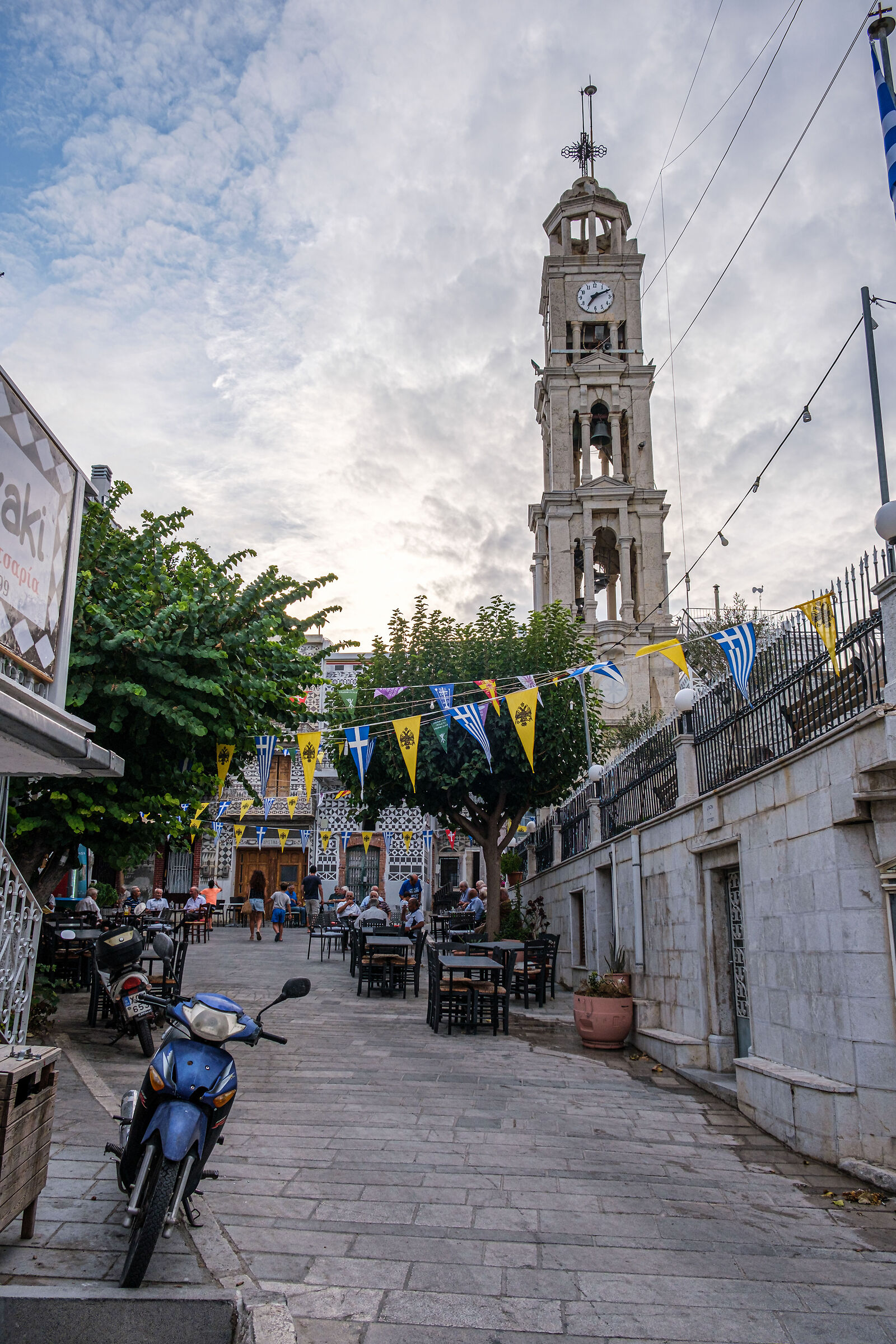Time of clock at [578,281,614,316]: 7:11
